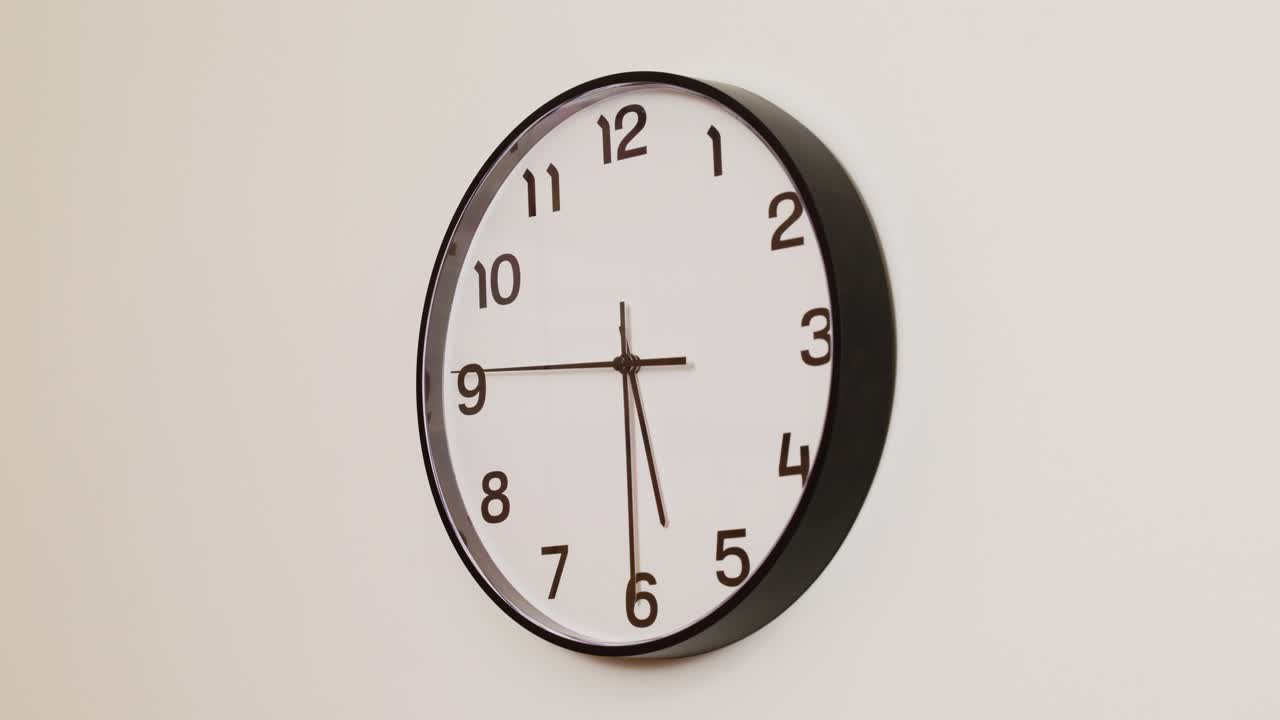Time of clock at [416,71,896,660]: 5:30
